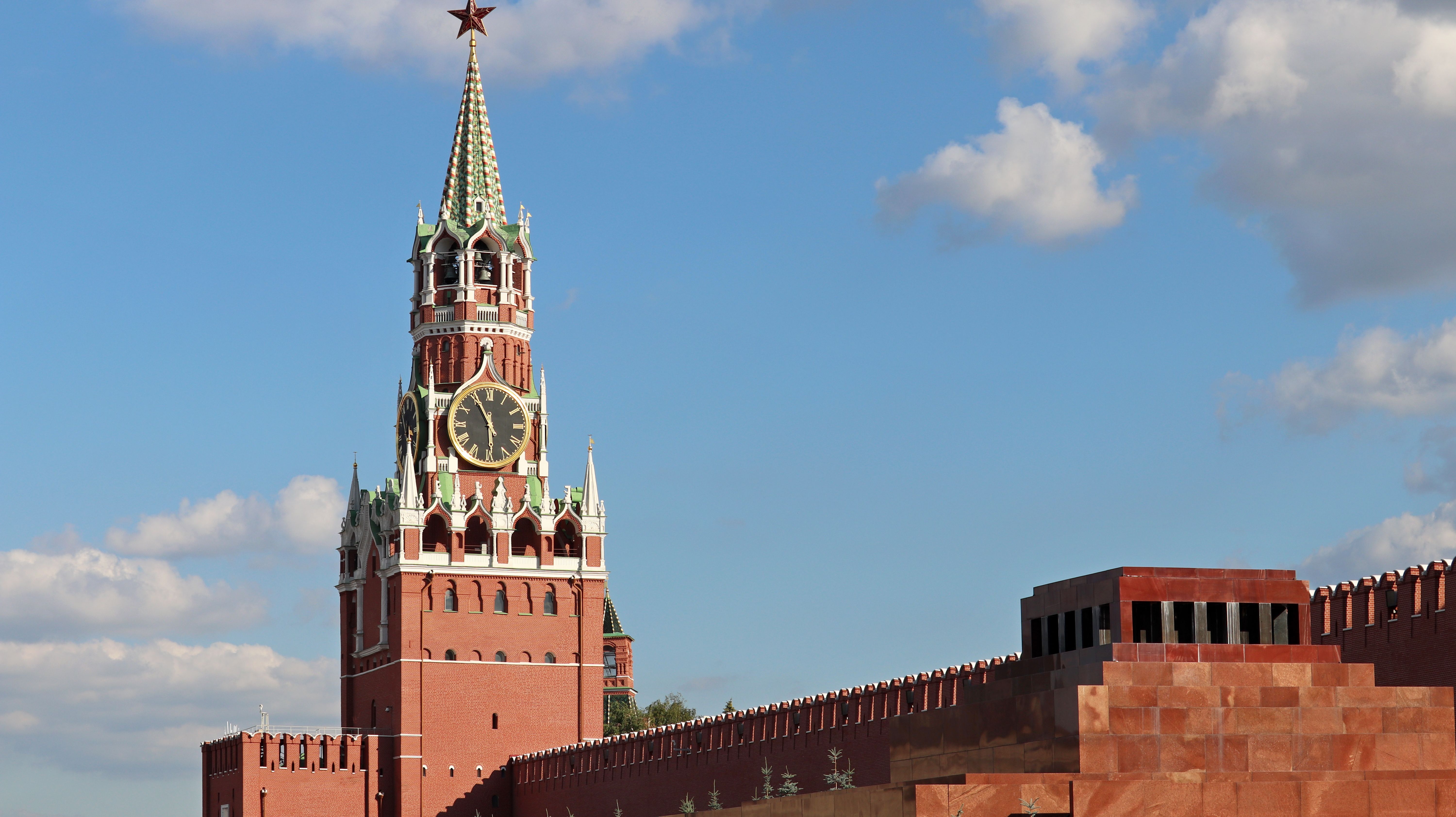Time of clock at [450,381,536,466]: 5:55
